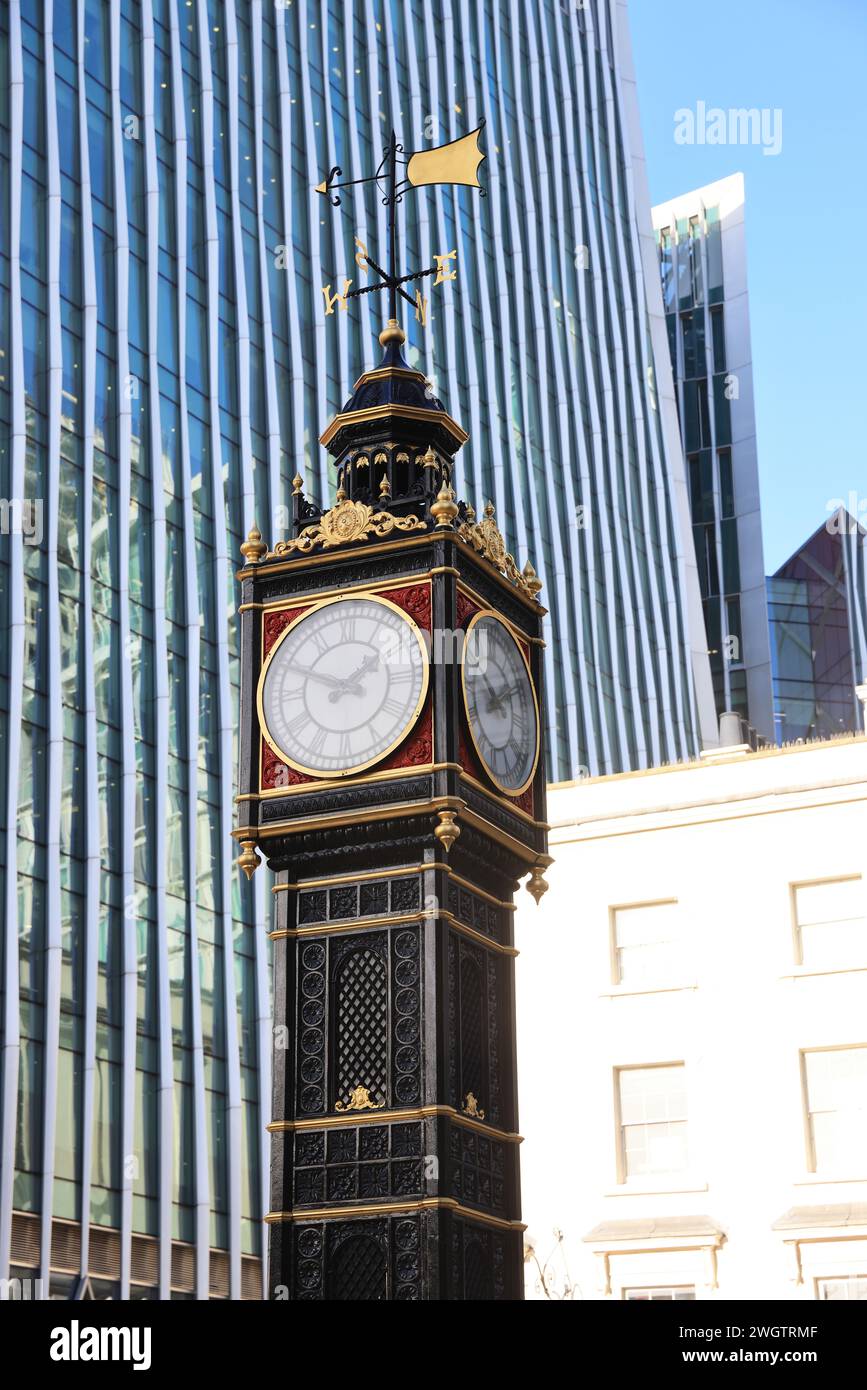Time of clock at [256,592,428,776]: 1:48
